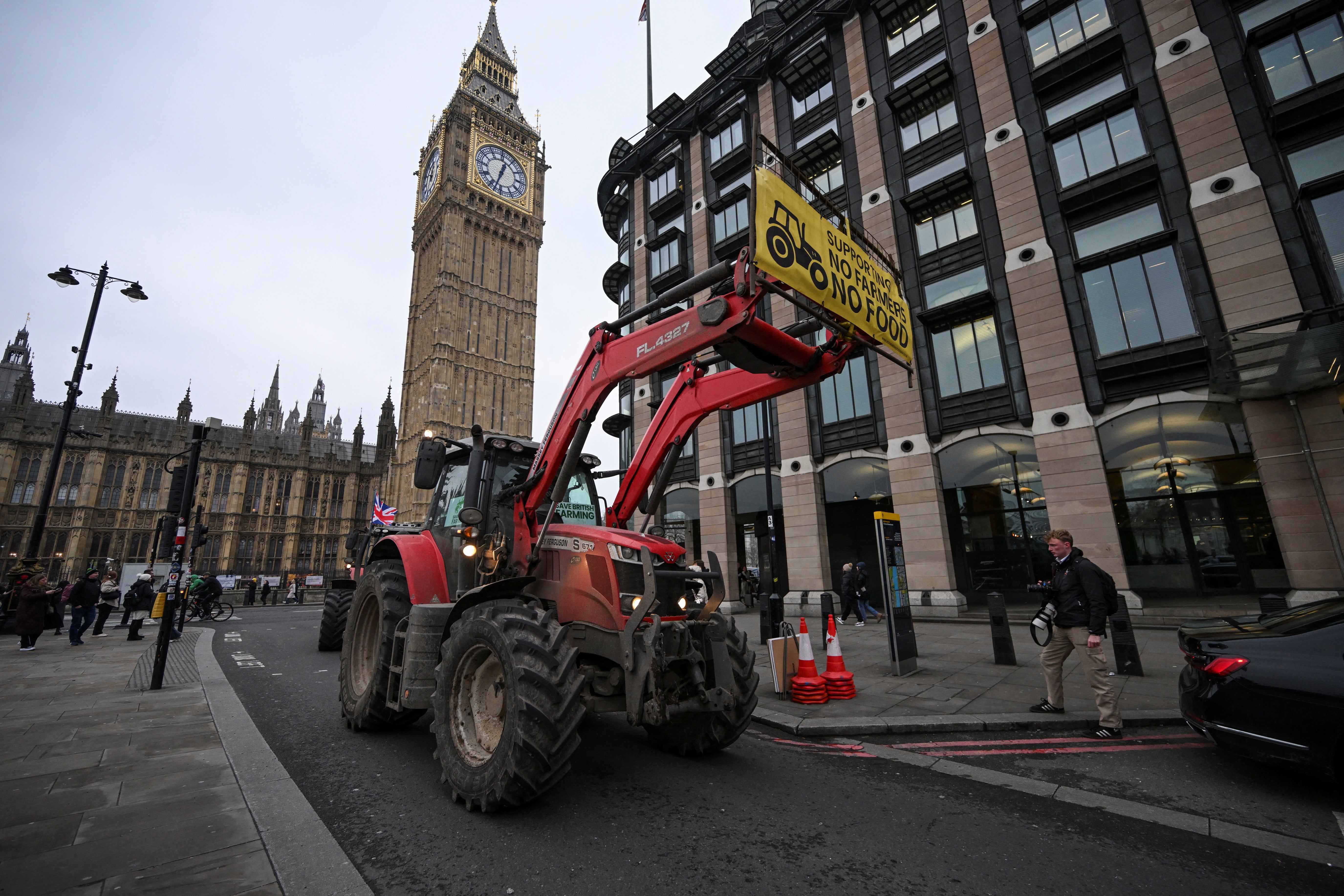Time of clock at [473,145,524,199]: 12:32
